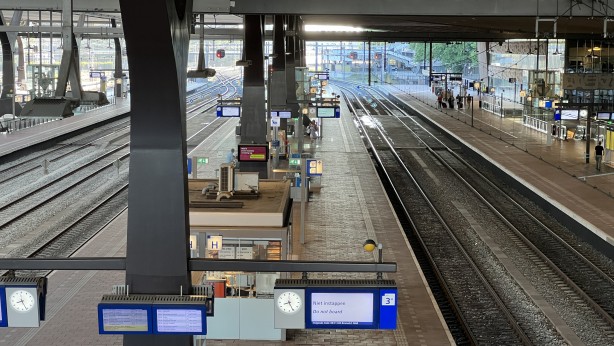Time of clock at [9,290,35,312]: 8:26
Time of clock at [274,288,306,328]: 8:25
